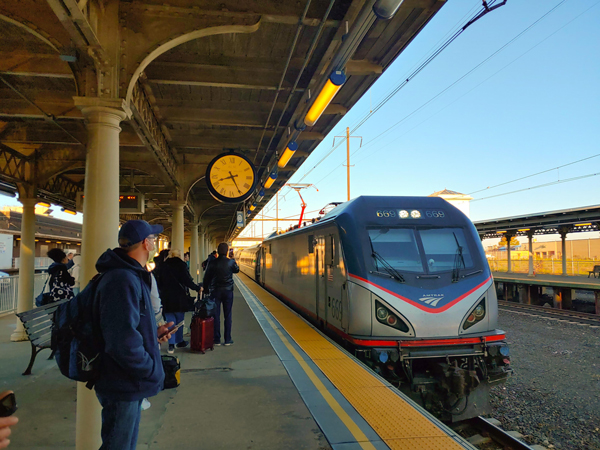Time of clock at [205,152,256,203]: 8:25
